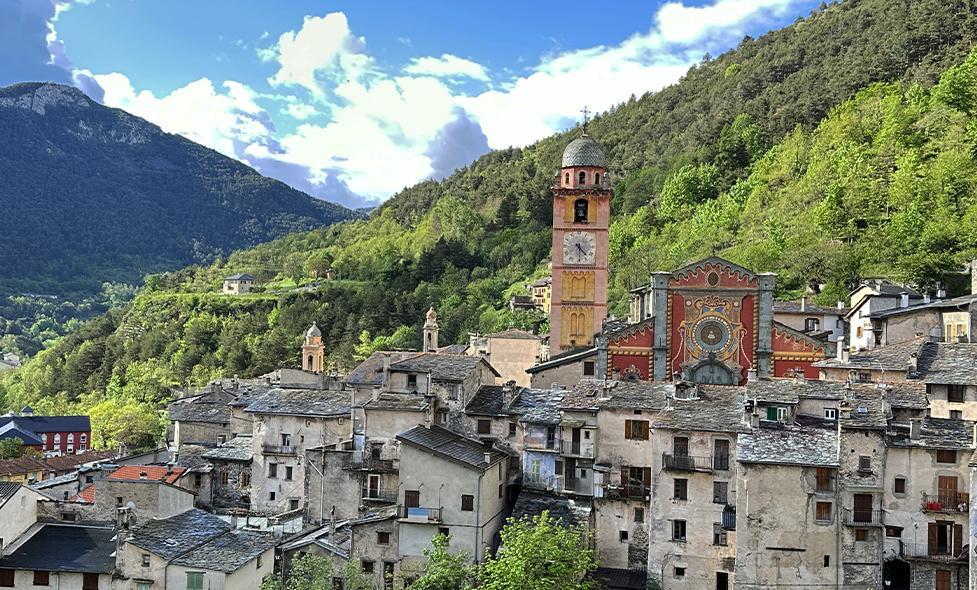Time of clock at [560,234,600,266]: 4:29
